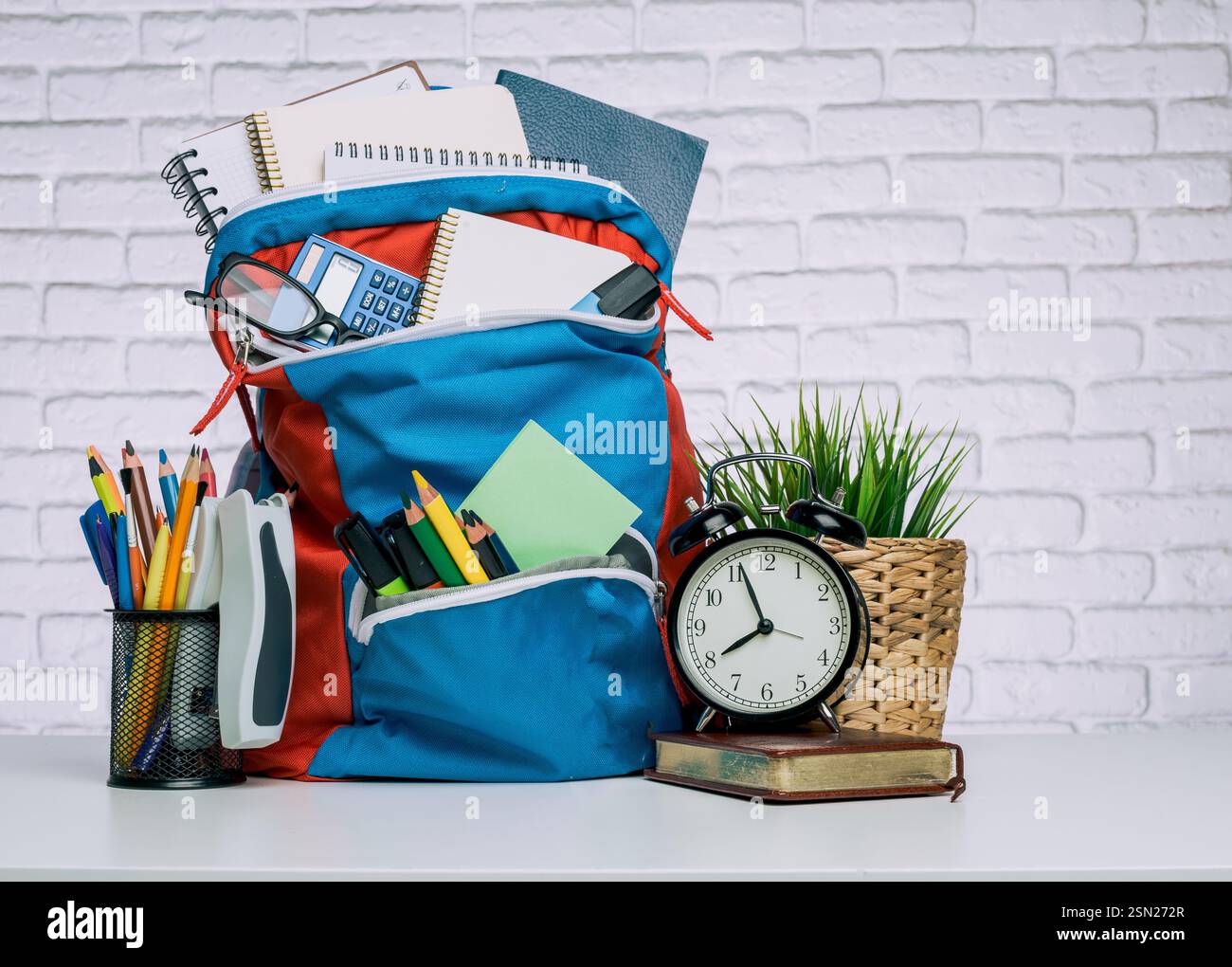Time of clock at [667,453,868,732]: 7:56
